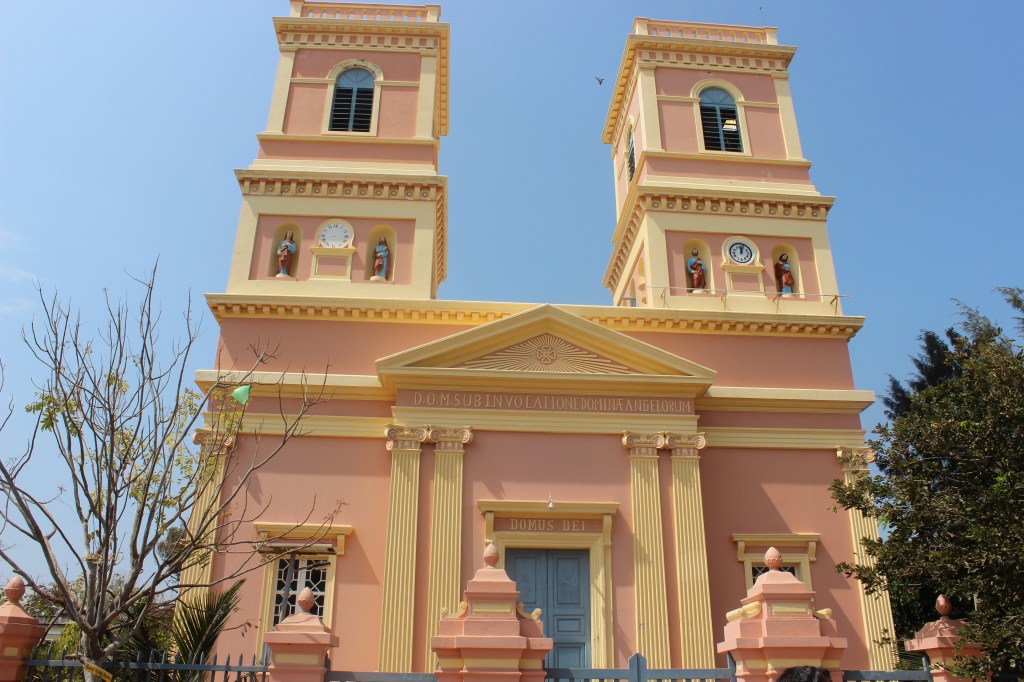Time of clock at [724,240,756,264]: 12:03
